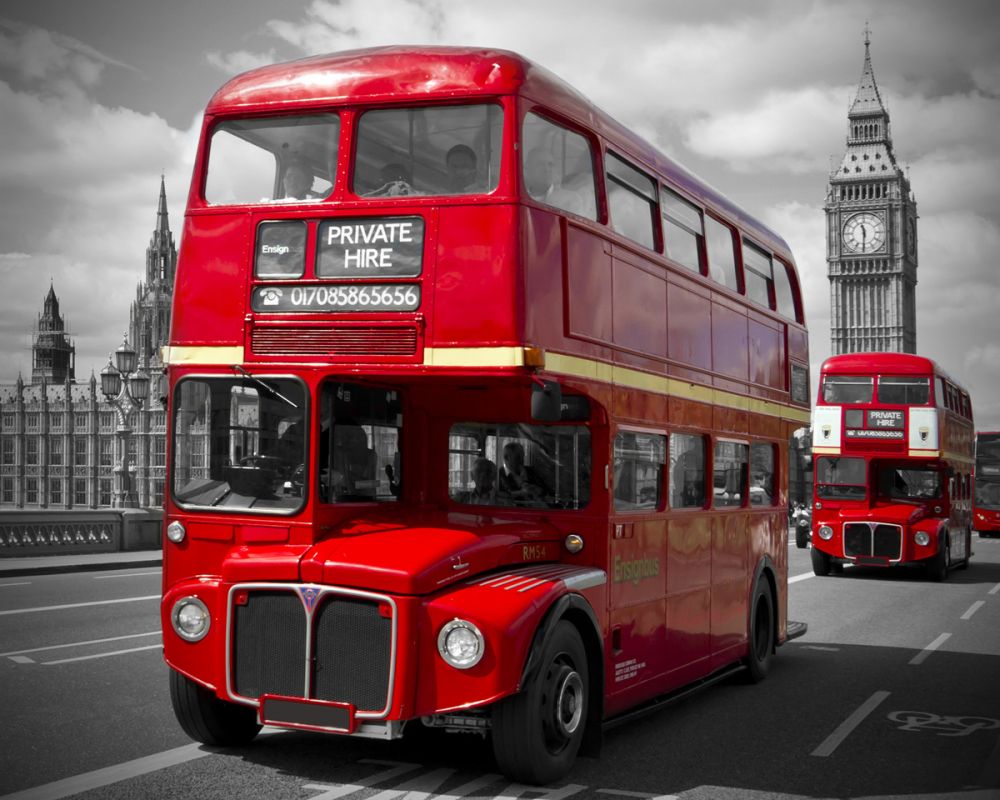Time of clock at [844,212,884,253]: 11:30
